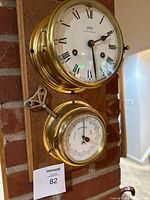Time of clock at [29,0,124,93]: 2:28
